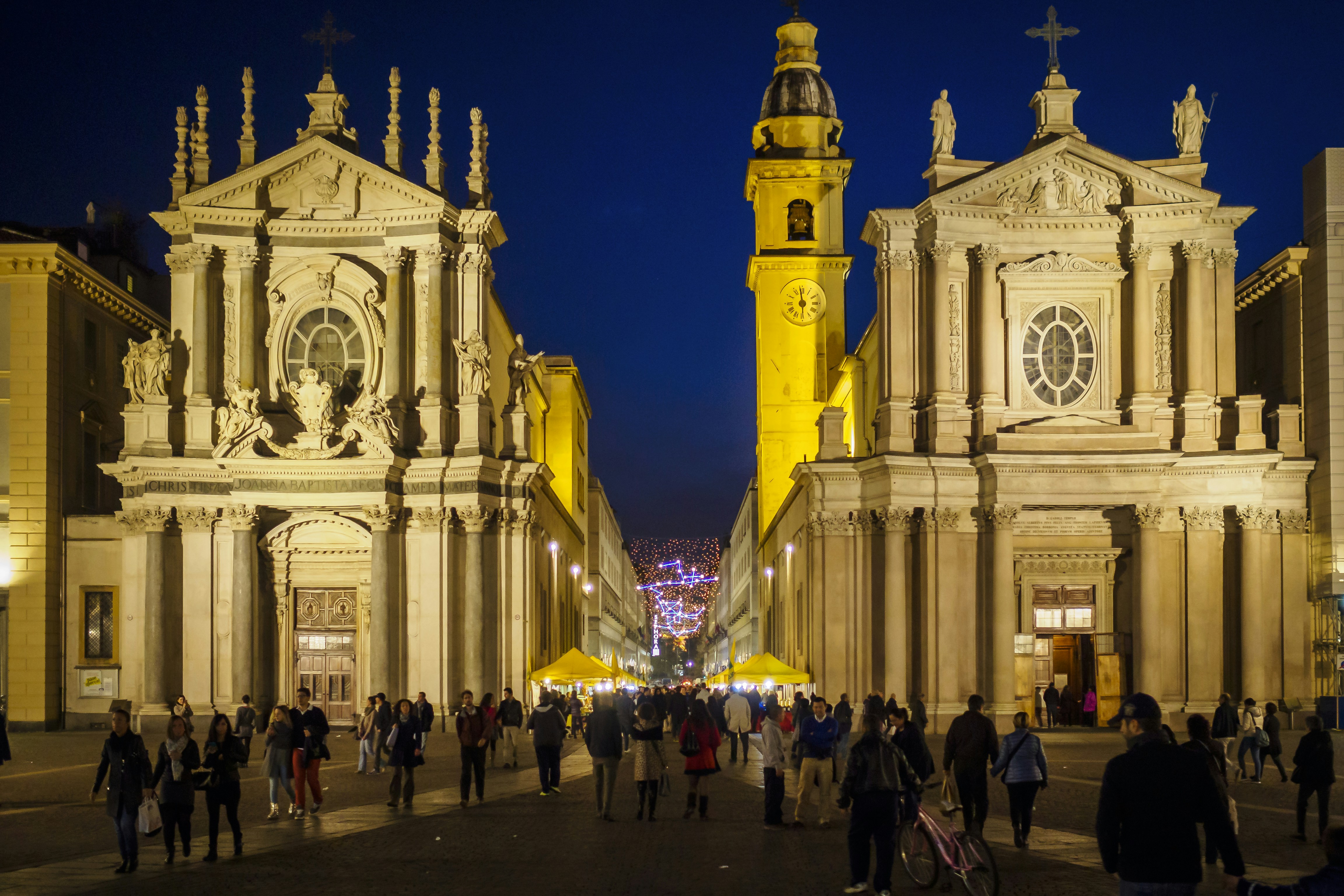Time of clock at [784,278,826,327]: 5:58
